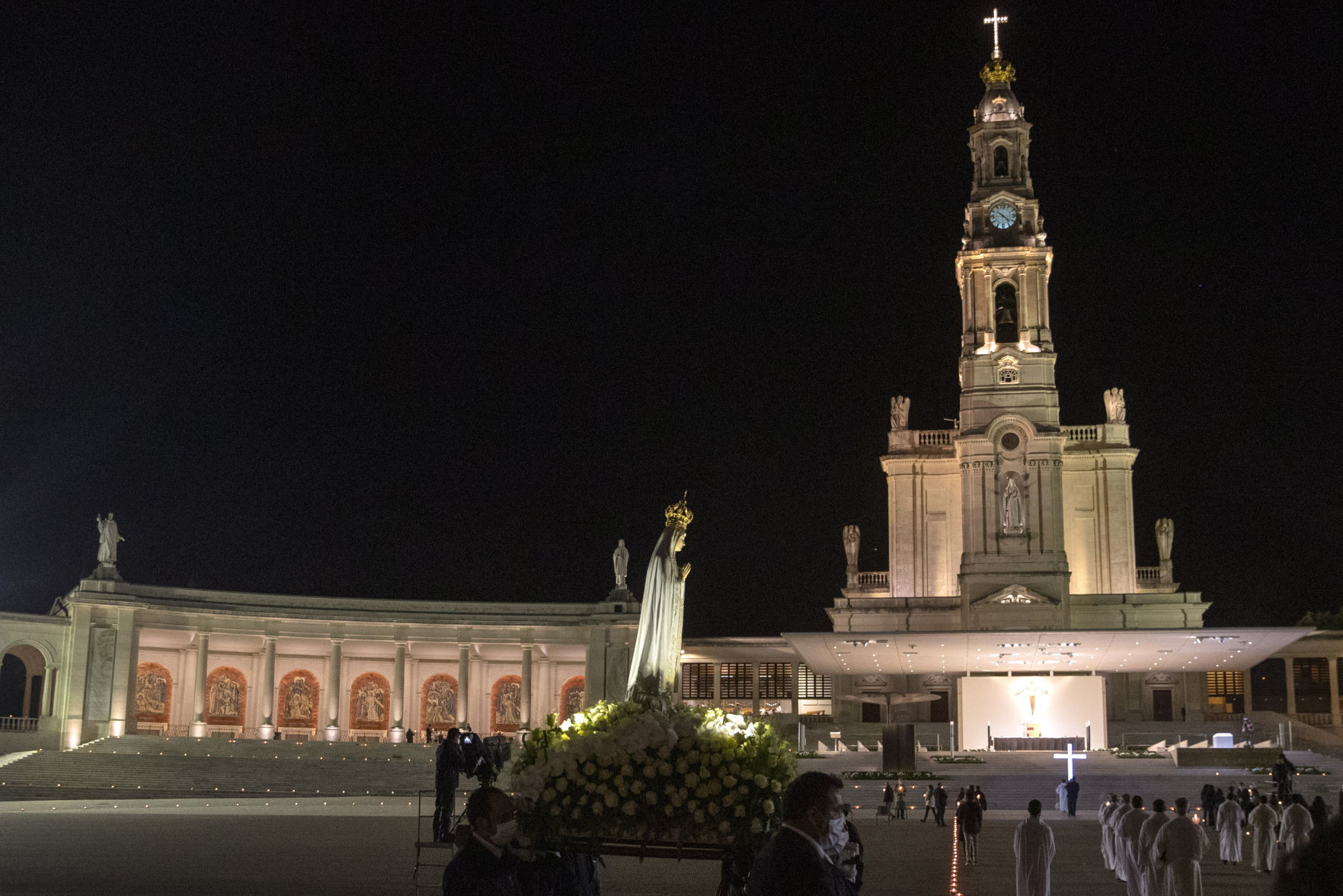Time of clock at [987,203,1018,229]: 10:22
